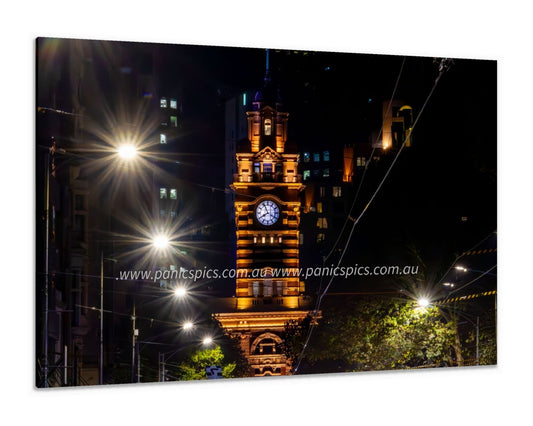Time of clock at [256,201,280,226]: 7:55
